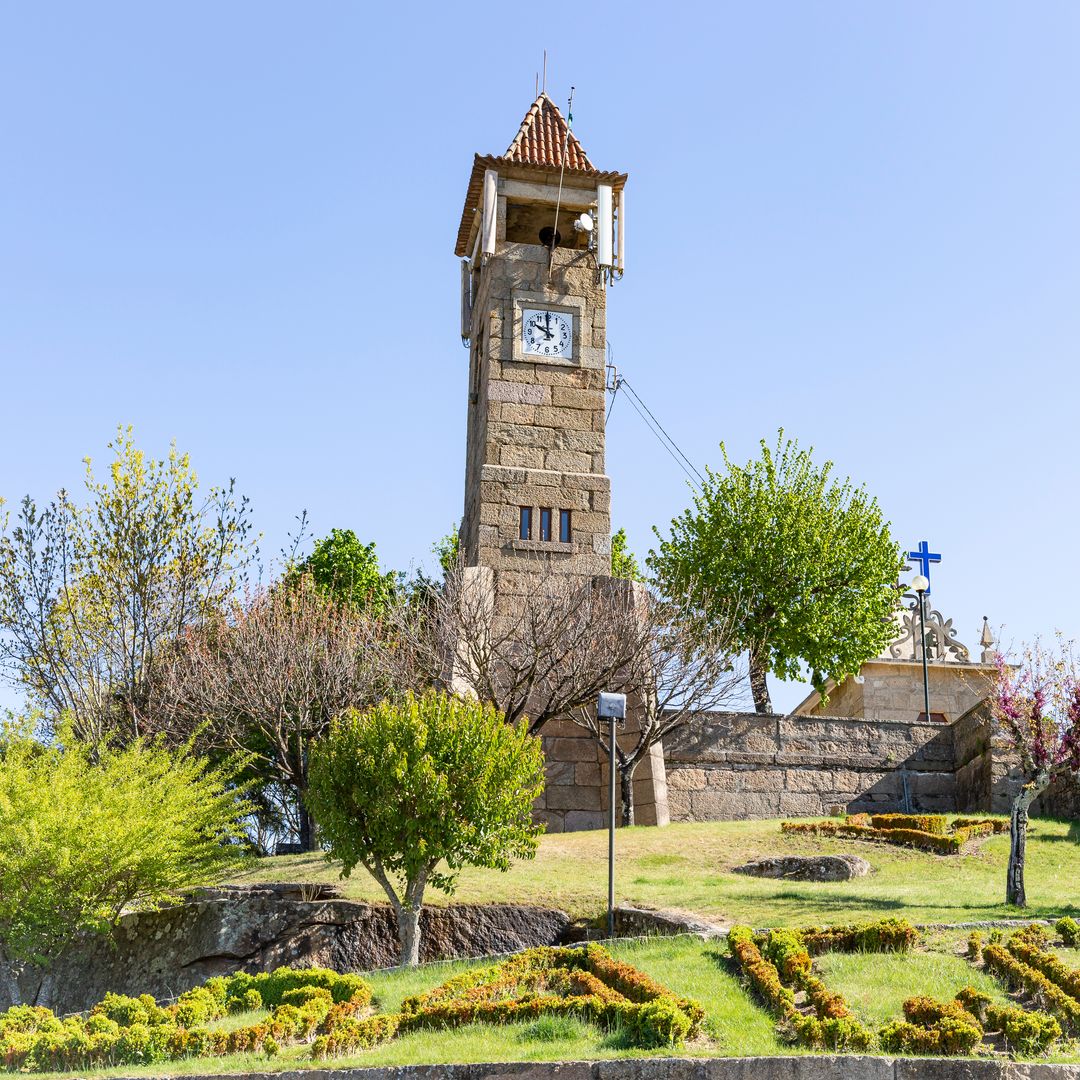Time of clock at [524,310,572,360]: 9:59
